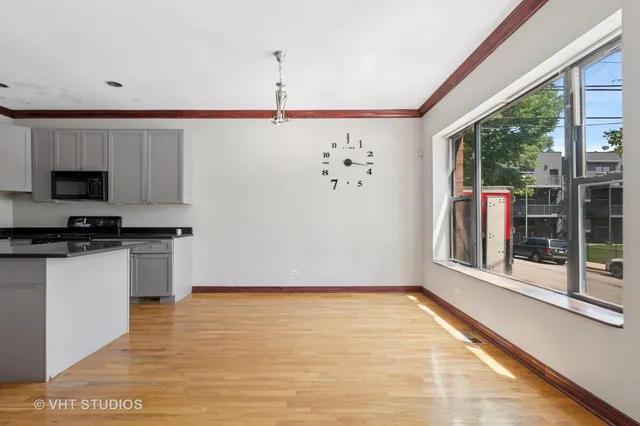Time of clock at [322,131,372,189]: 3:16
